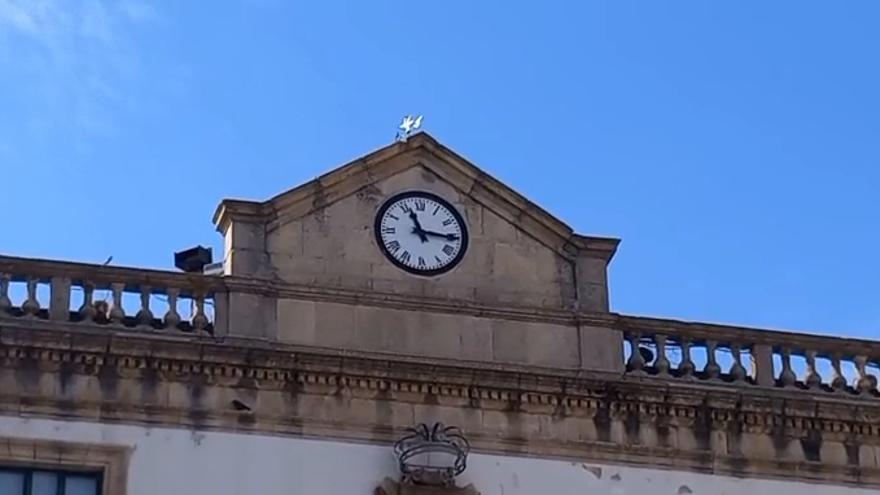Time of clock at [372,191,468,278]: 11:15
